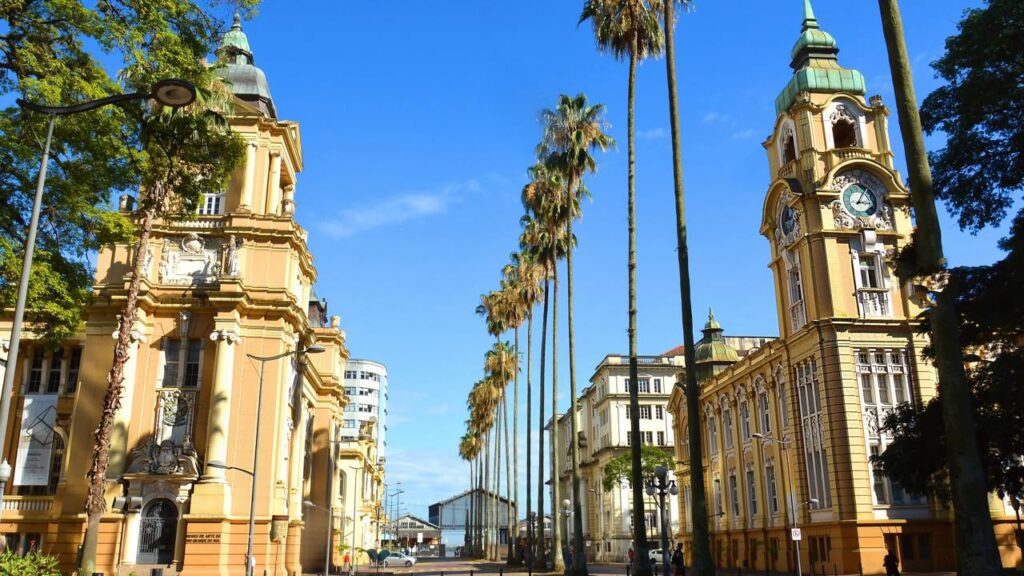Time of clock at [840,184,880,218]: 3:04
